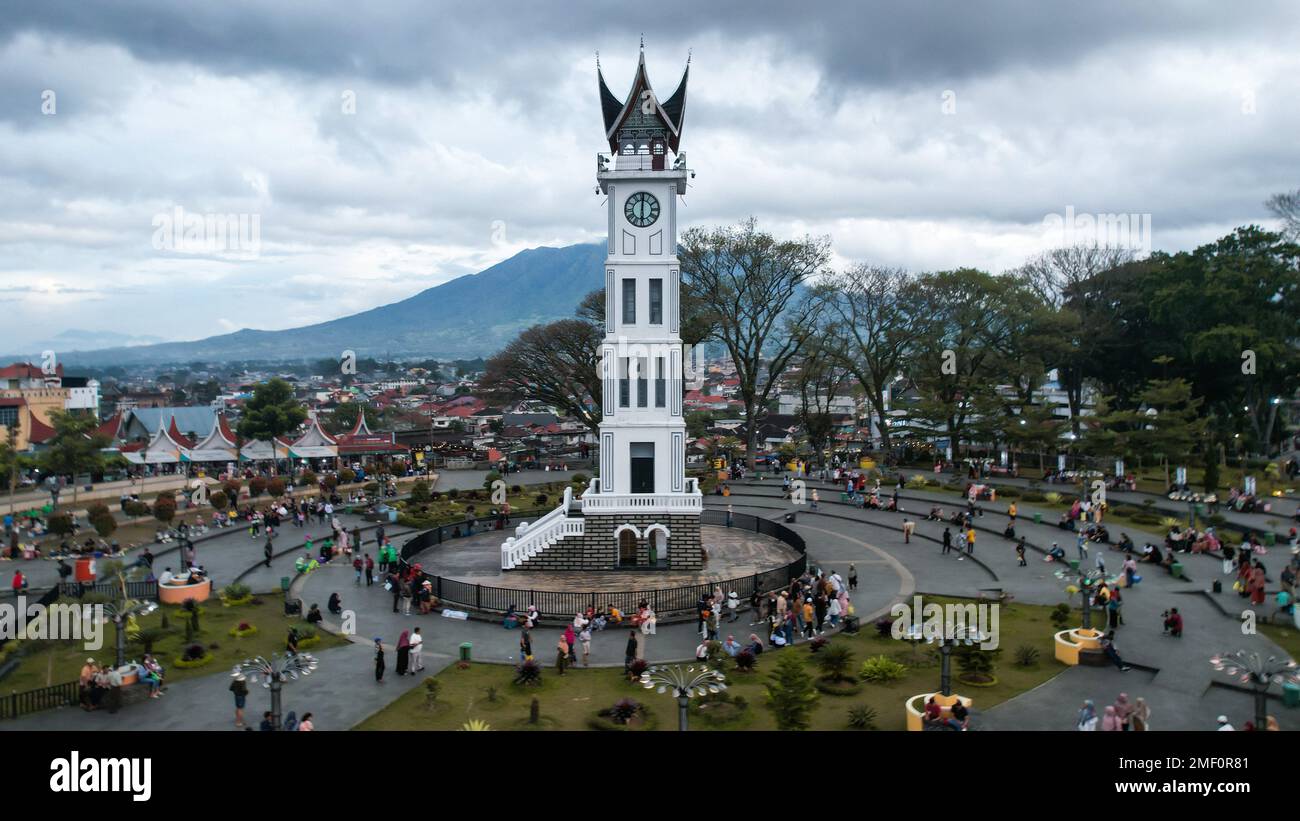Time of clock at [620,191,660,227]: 6:00
